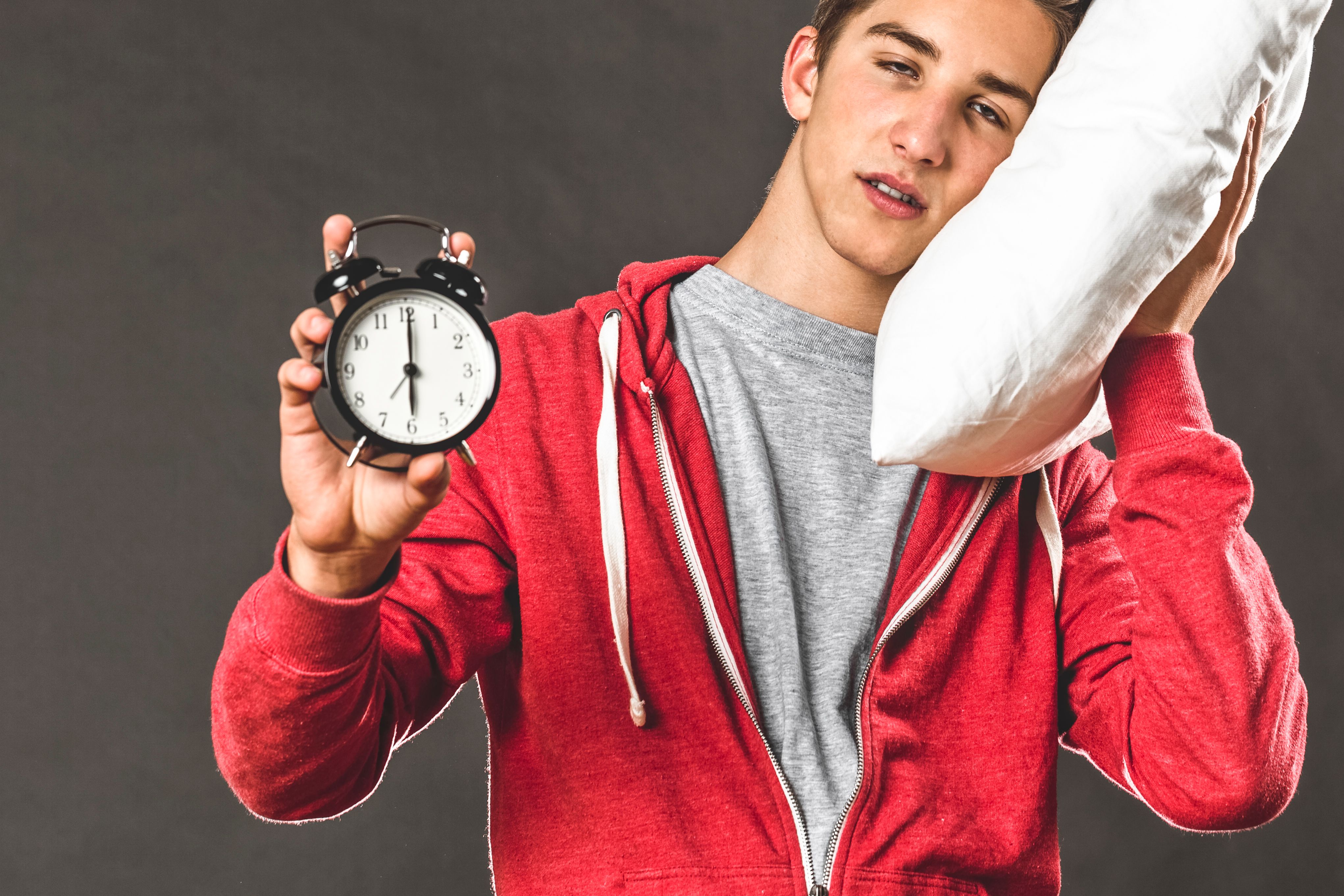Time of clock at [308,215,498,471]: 6:00
